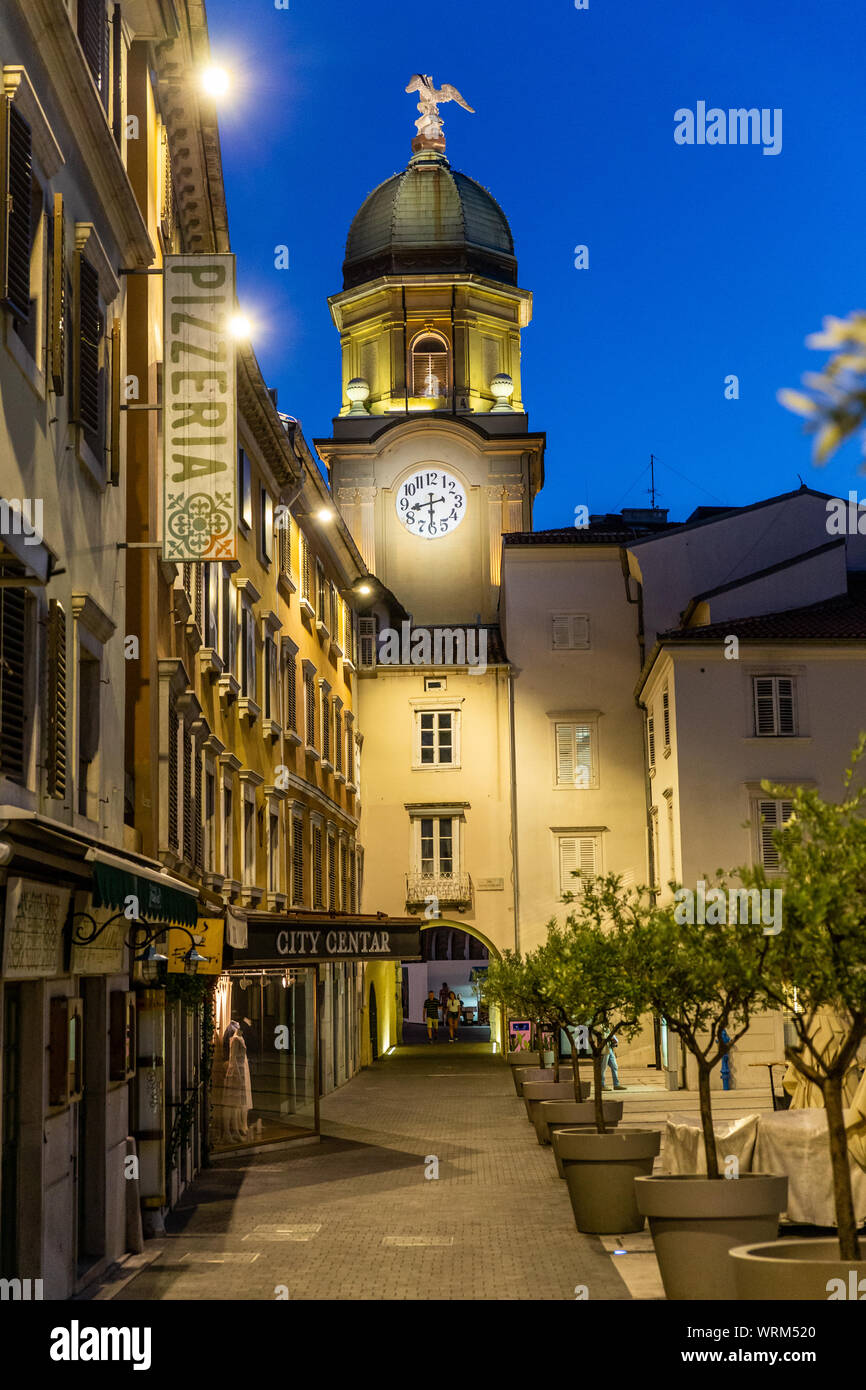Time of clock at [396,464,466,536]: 8:30
